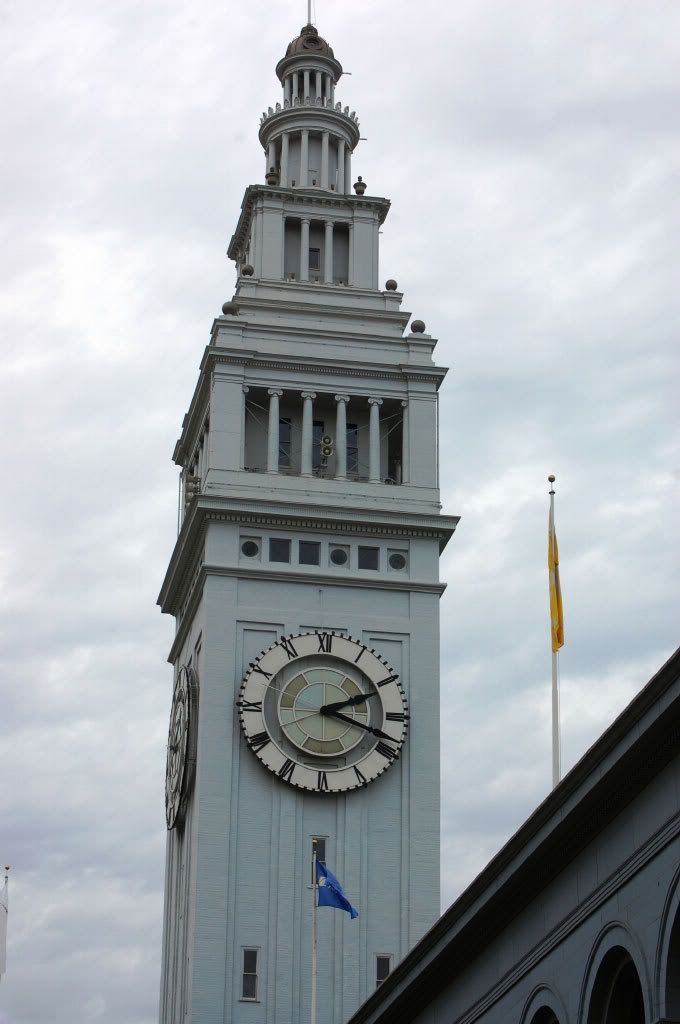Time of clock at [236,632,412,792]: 2:18
